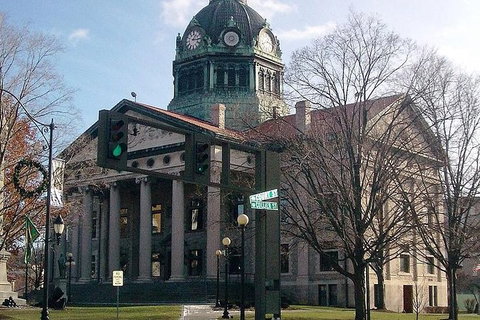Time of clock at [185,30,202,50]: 1:16
